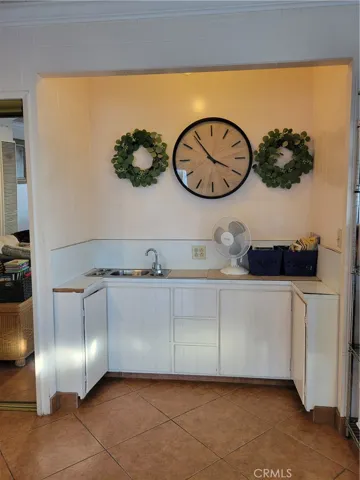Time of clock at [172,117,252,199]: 3:54
